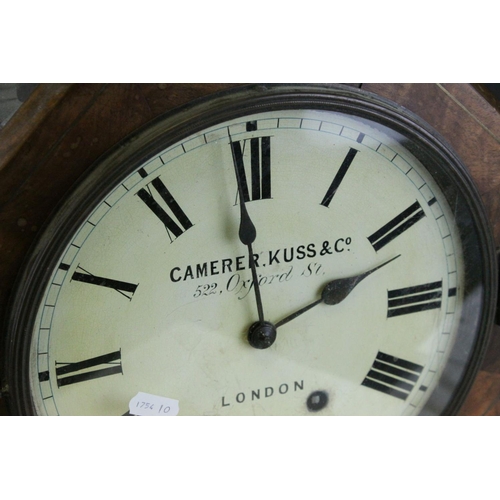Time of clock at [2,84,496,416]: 1:59
